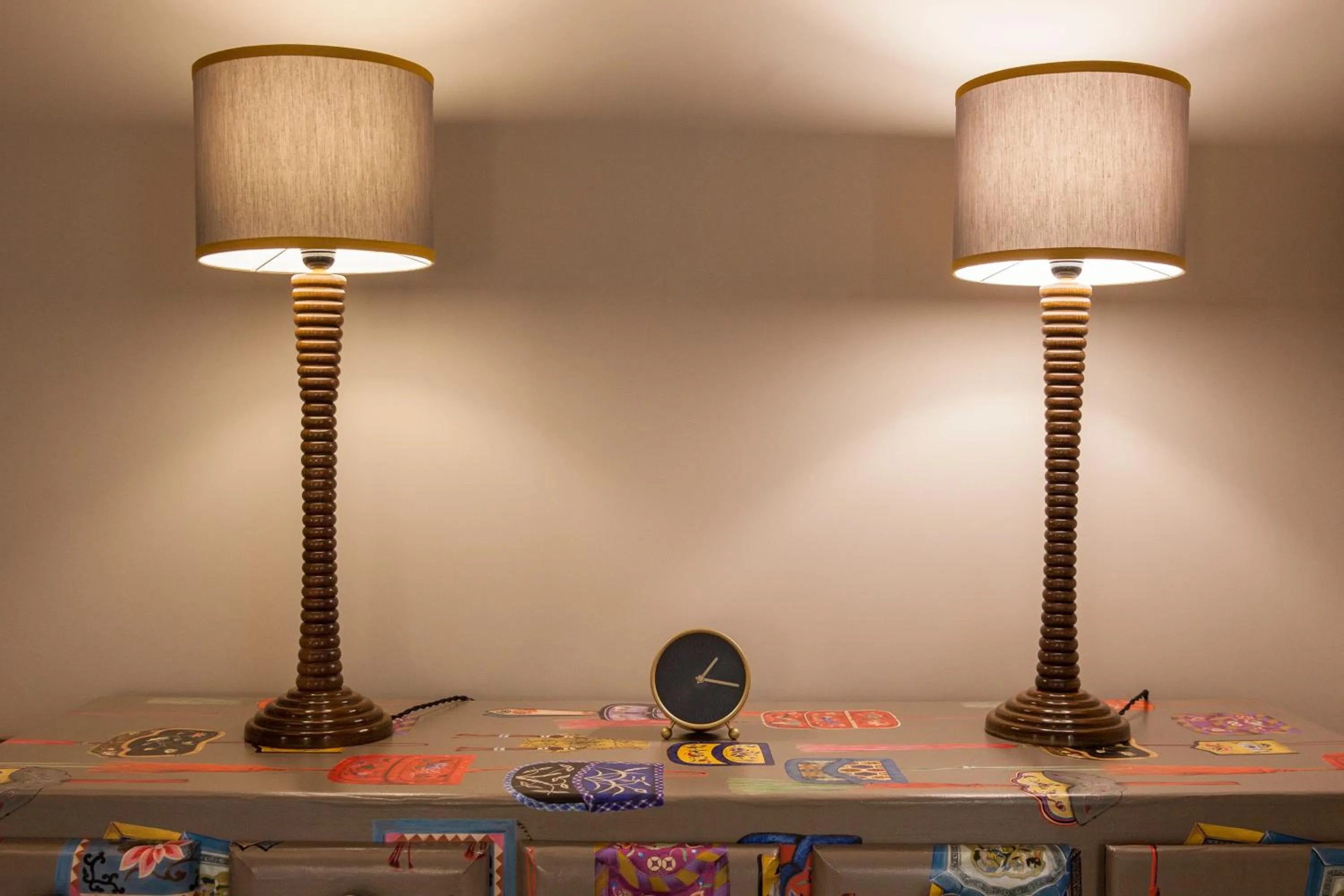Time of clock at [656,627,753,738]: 1:16
